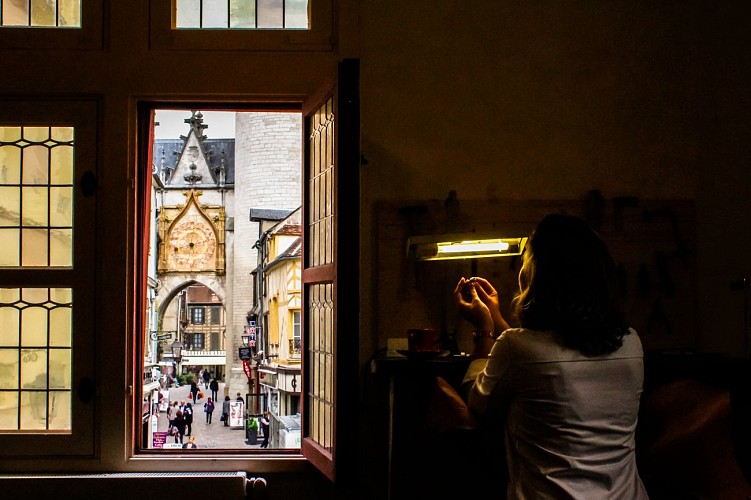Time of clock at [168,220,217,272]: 8:12
